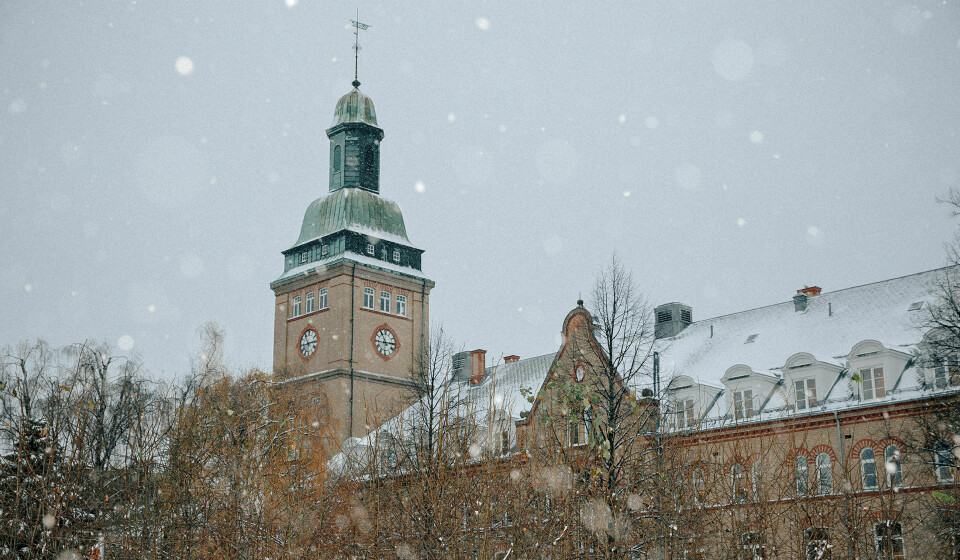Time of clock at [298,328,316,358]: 11:13
